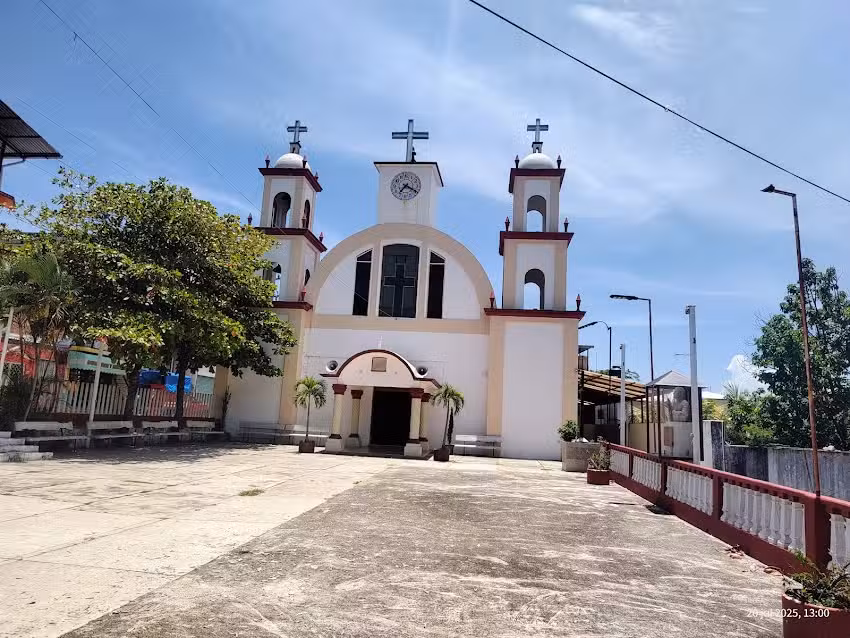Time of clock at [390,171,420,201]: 7:19
